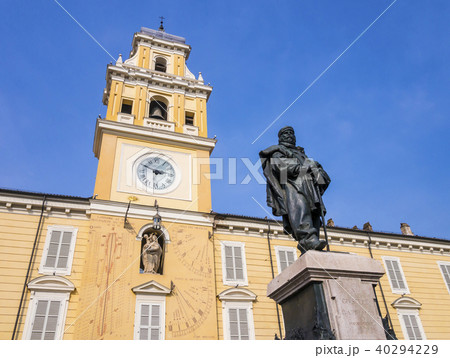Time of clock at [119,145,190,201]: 2:49
